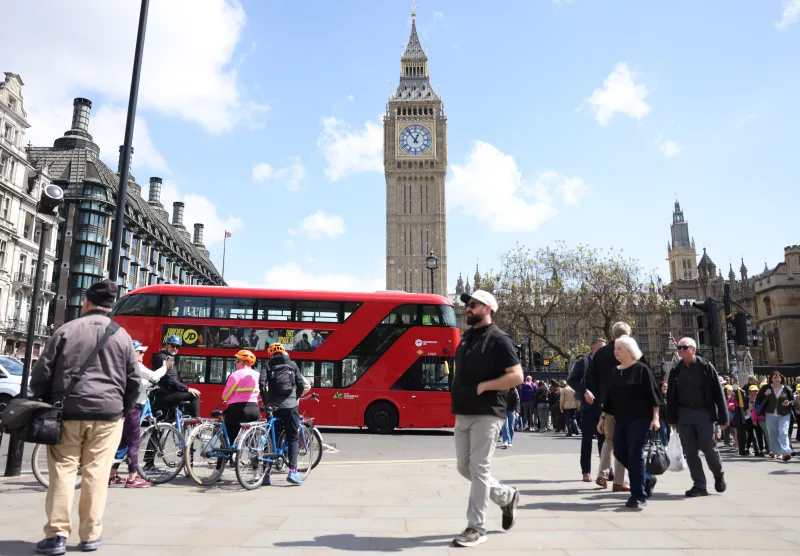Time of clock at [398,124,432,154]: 12:53
